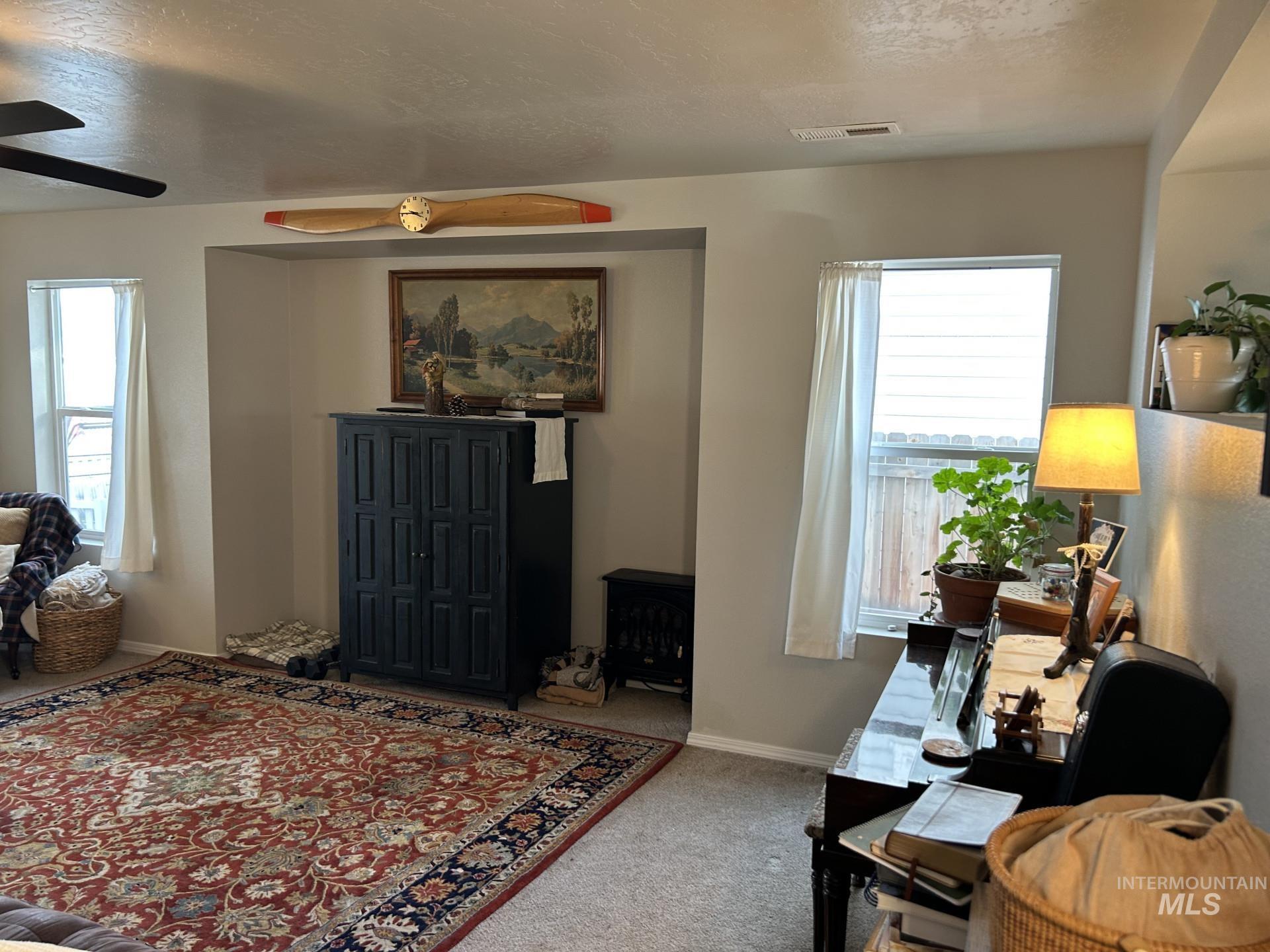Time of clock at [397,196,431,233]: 3:45
